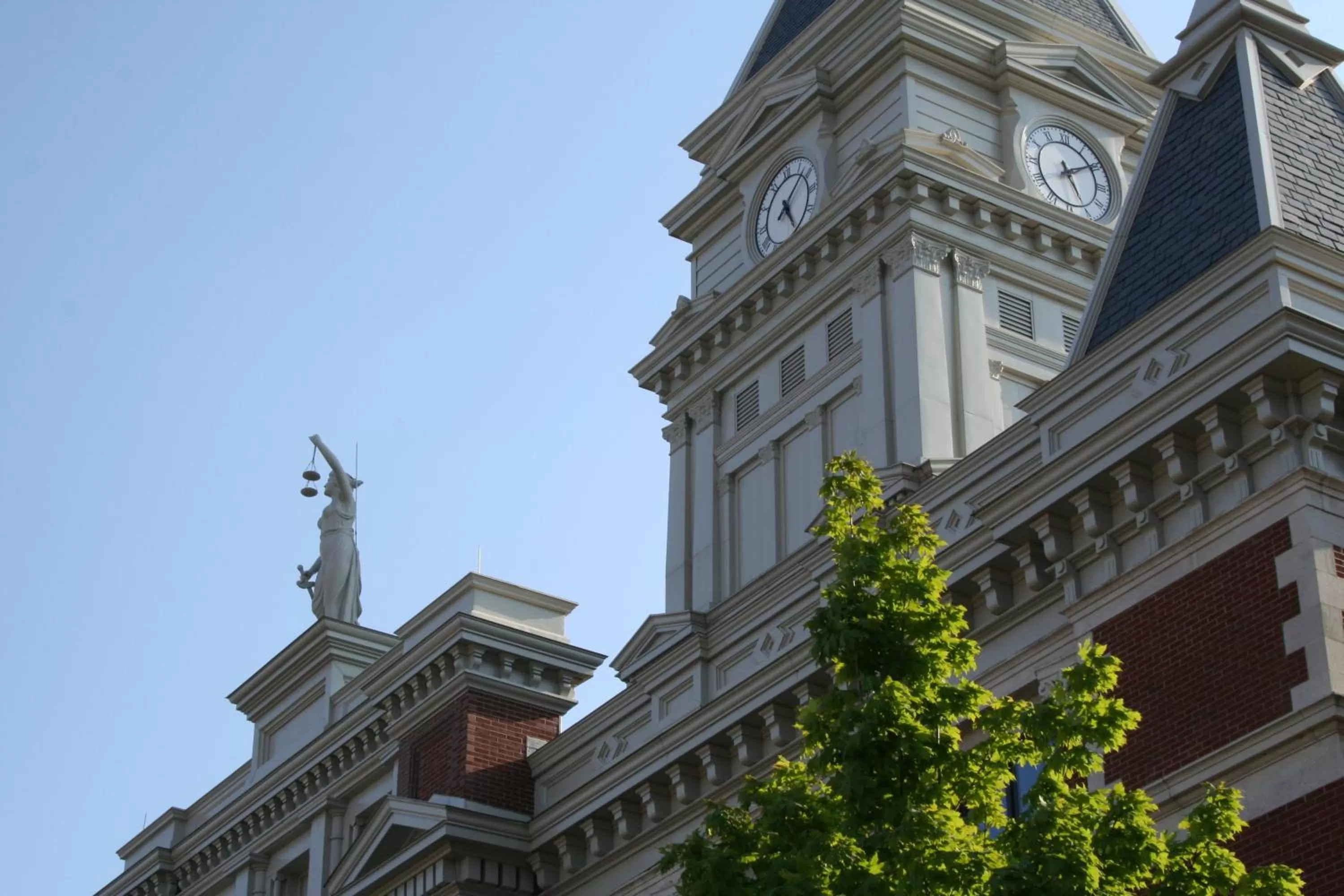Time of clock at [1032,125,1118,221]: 5:09
